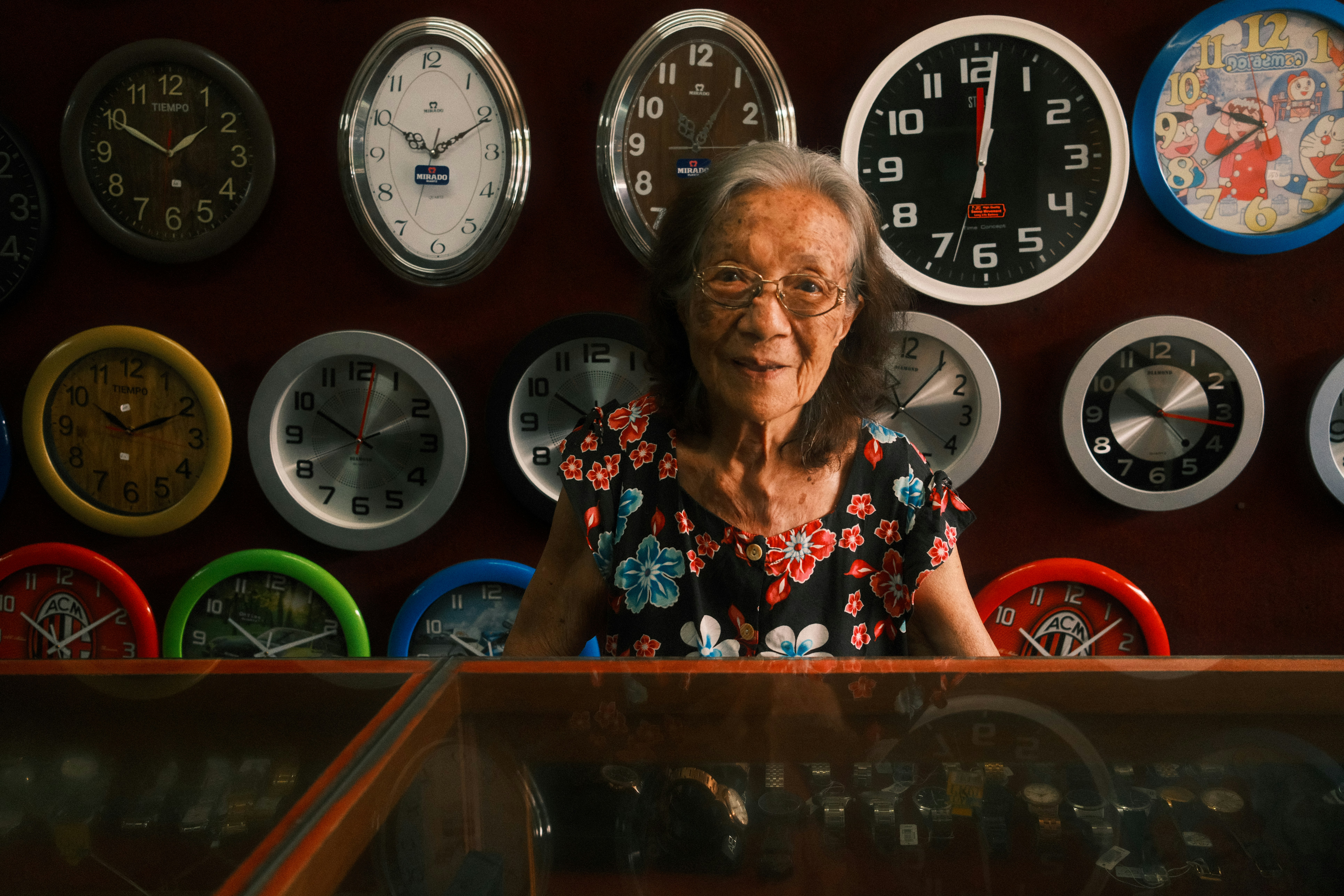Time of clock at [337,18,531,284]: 10:10
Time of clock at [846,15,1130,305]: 12:01
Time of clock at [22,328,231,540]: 10:10
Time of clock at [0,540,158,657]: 12:09
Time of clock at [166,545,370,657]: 10:10
